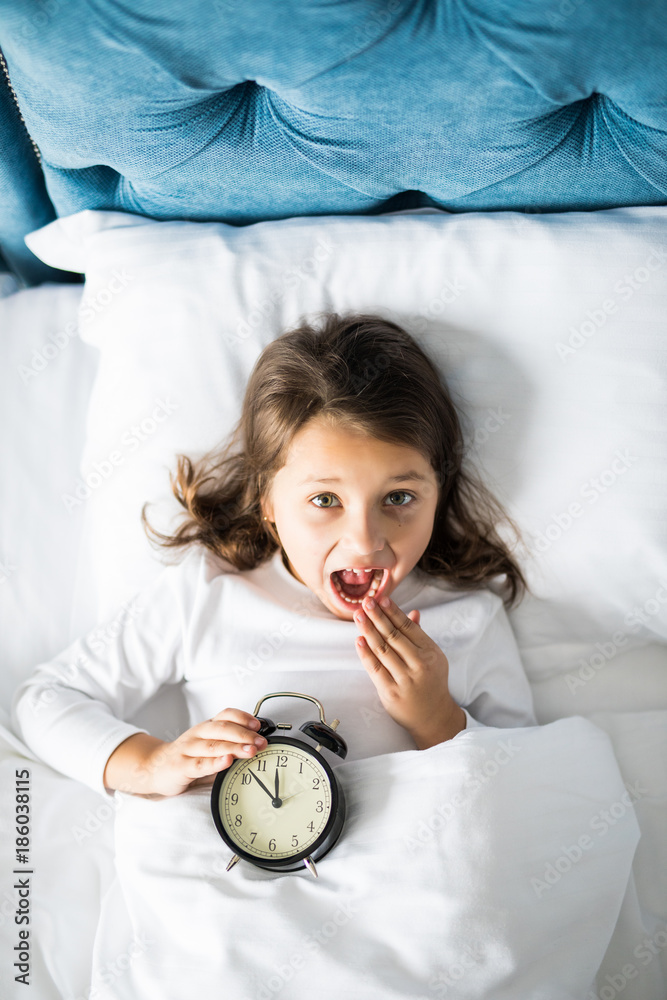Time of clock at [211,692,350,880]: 11:52
